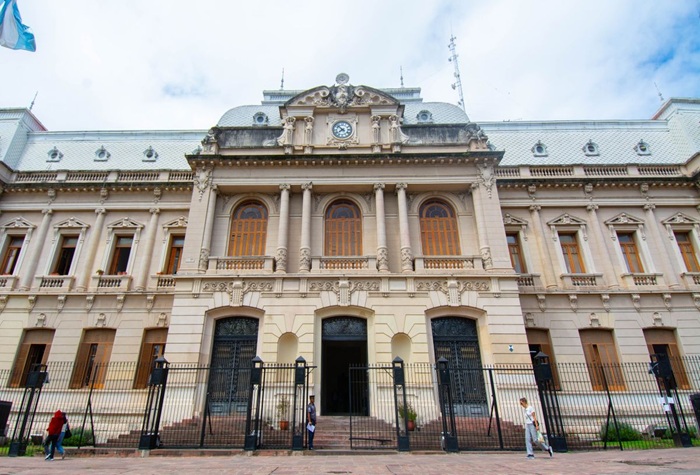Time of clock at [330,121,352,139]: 7:52
